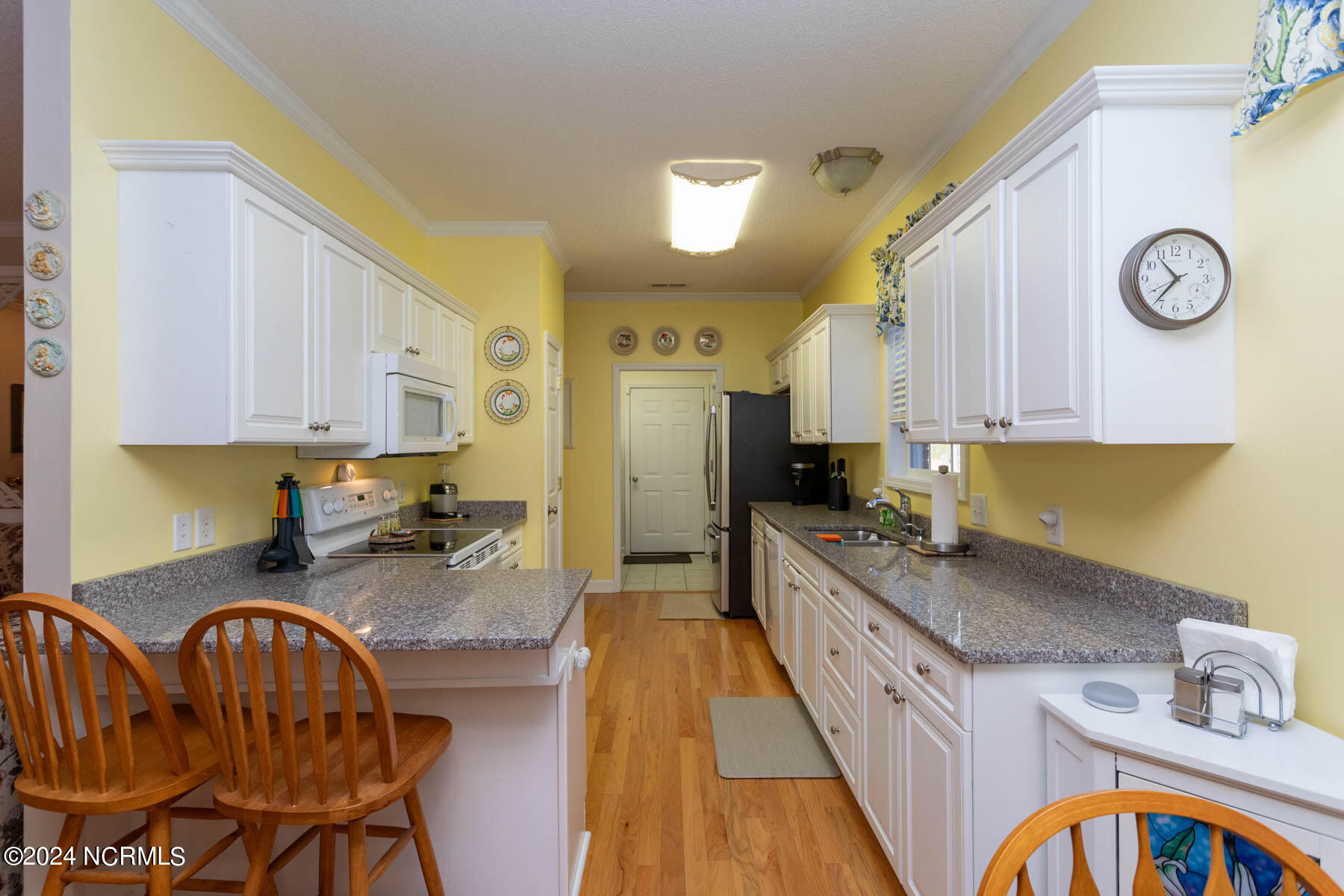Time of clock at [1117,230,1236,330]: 10:37
